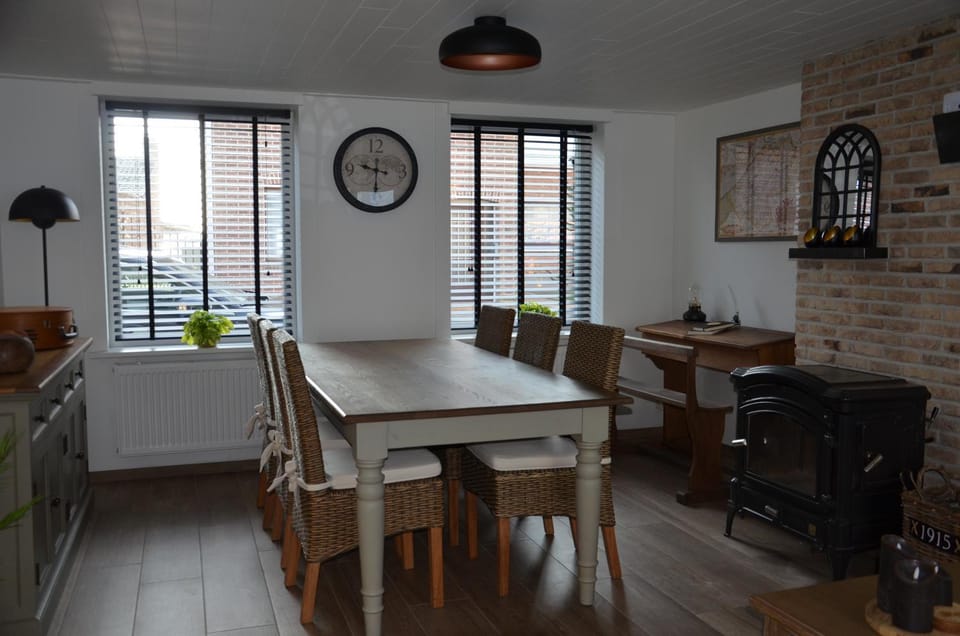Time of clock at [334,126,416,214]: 9:30
